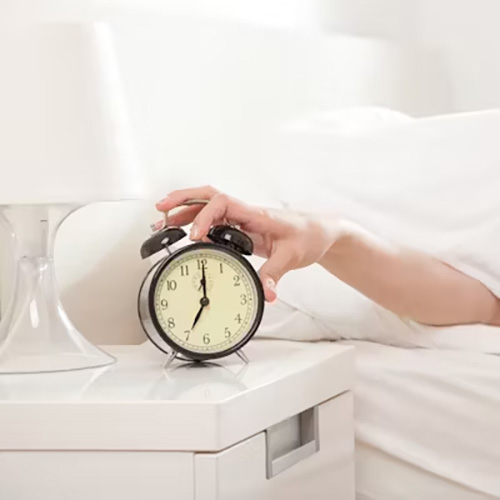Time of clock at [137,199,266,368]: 7:00
